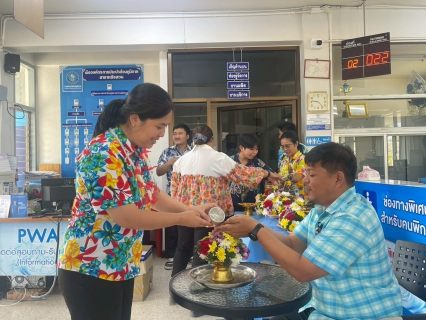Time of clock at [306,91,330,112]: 9:23
